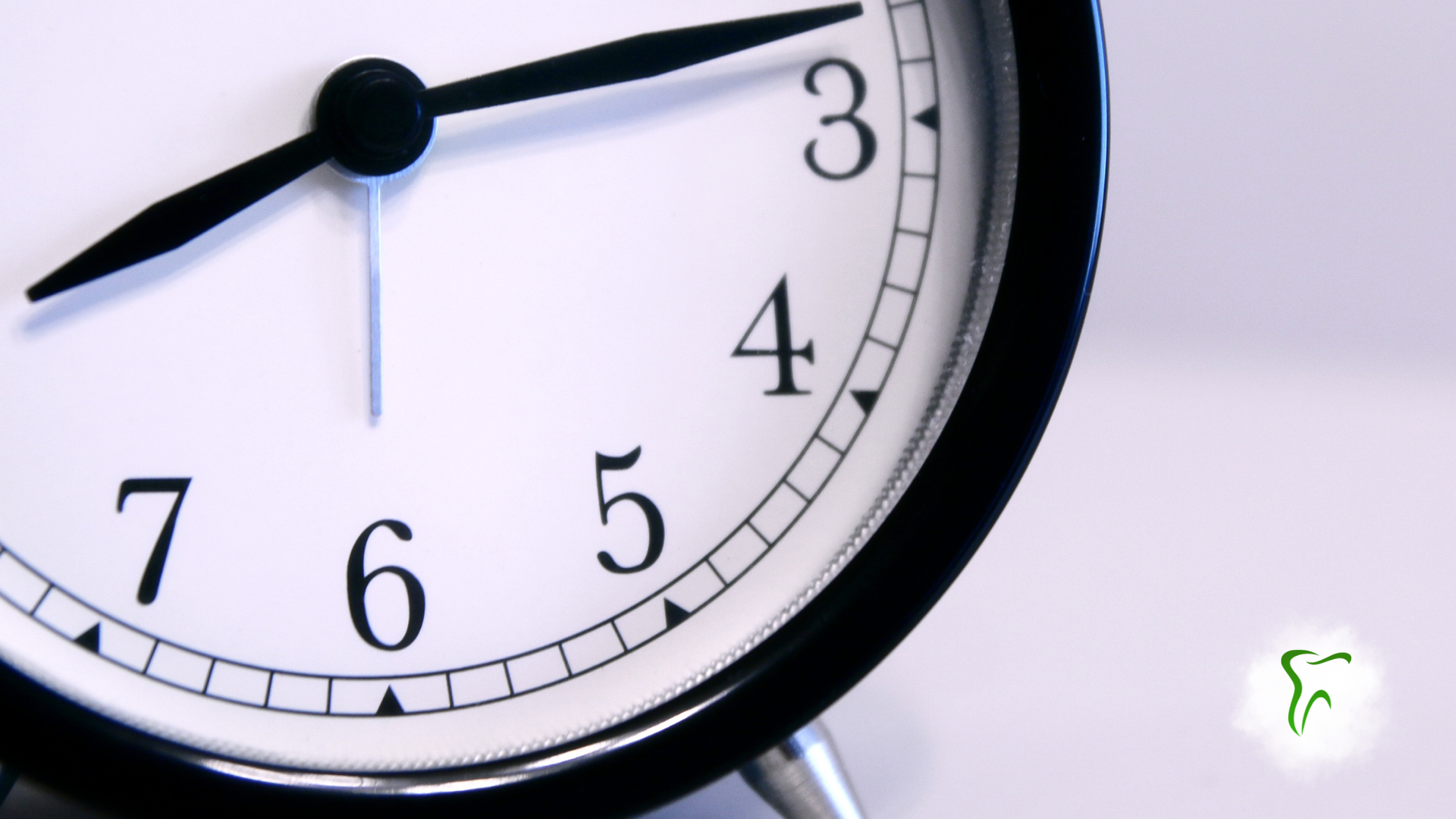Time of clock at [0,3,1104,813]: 8:12
